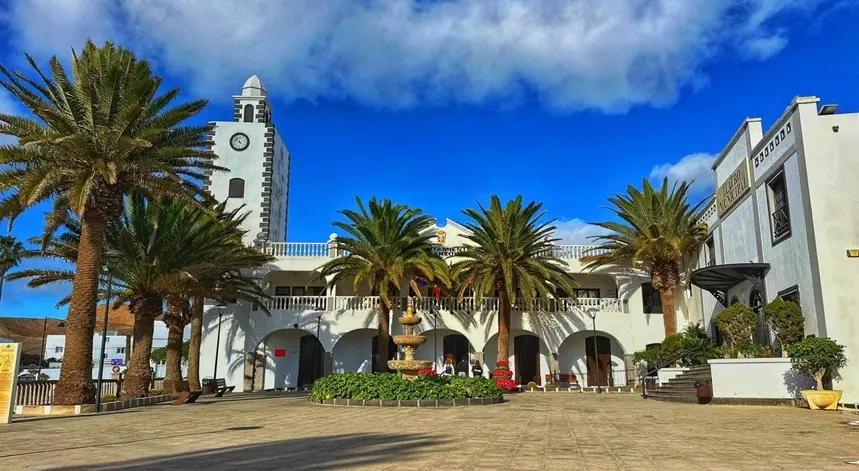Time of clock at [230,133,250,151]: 10:48
